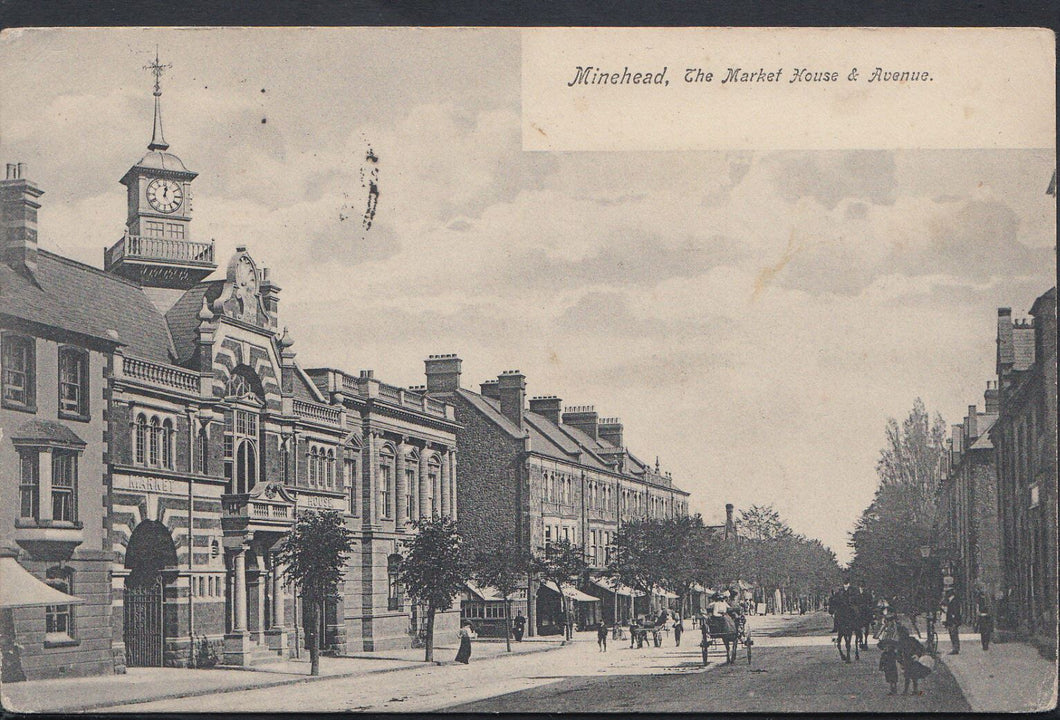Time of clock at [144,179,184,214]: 12:24
